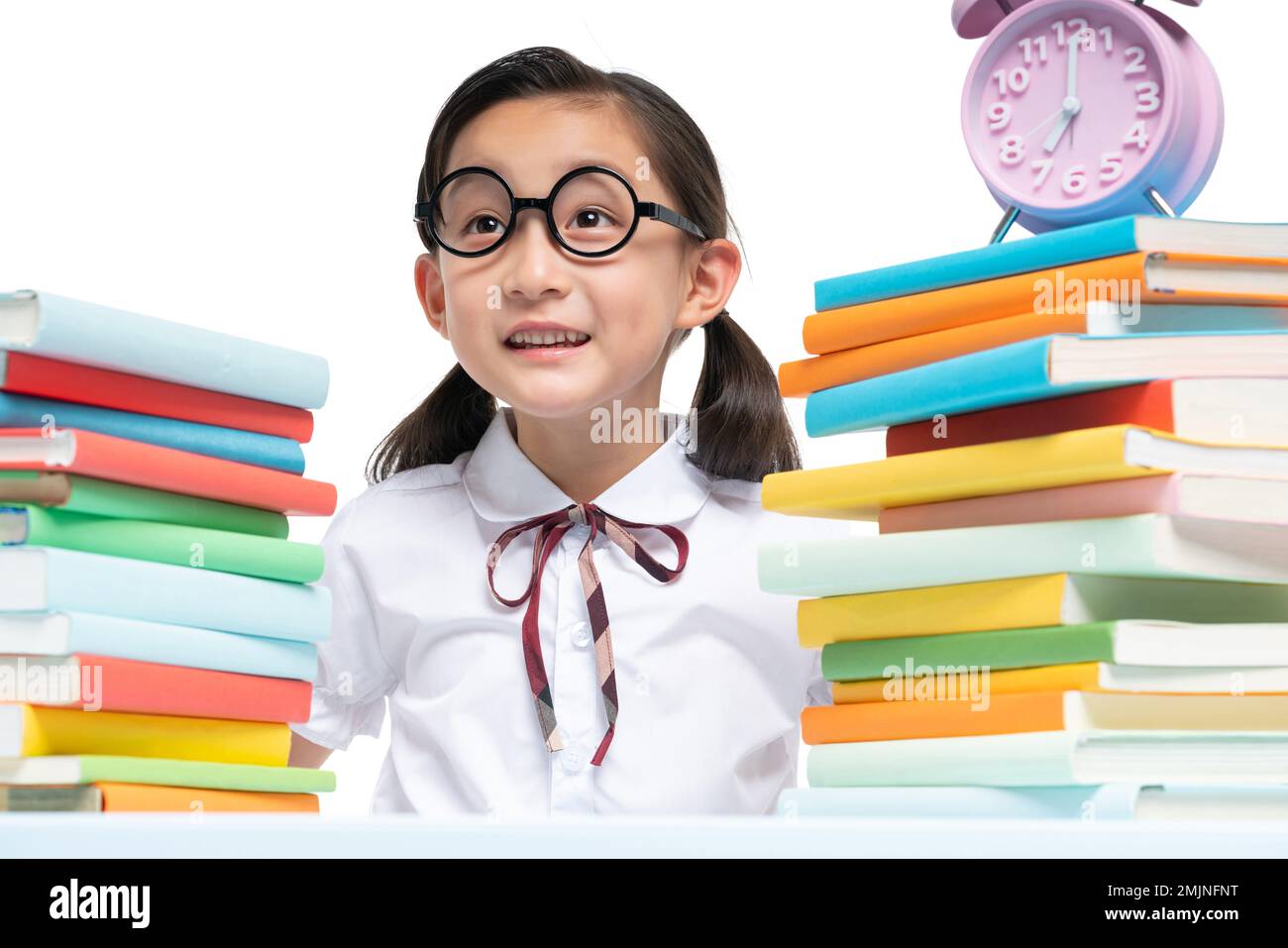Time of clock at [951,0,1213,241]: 7:00
